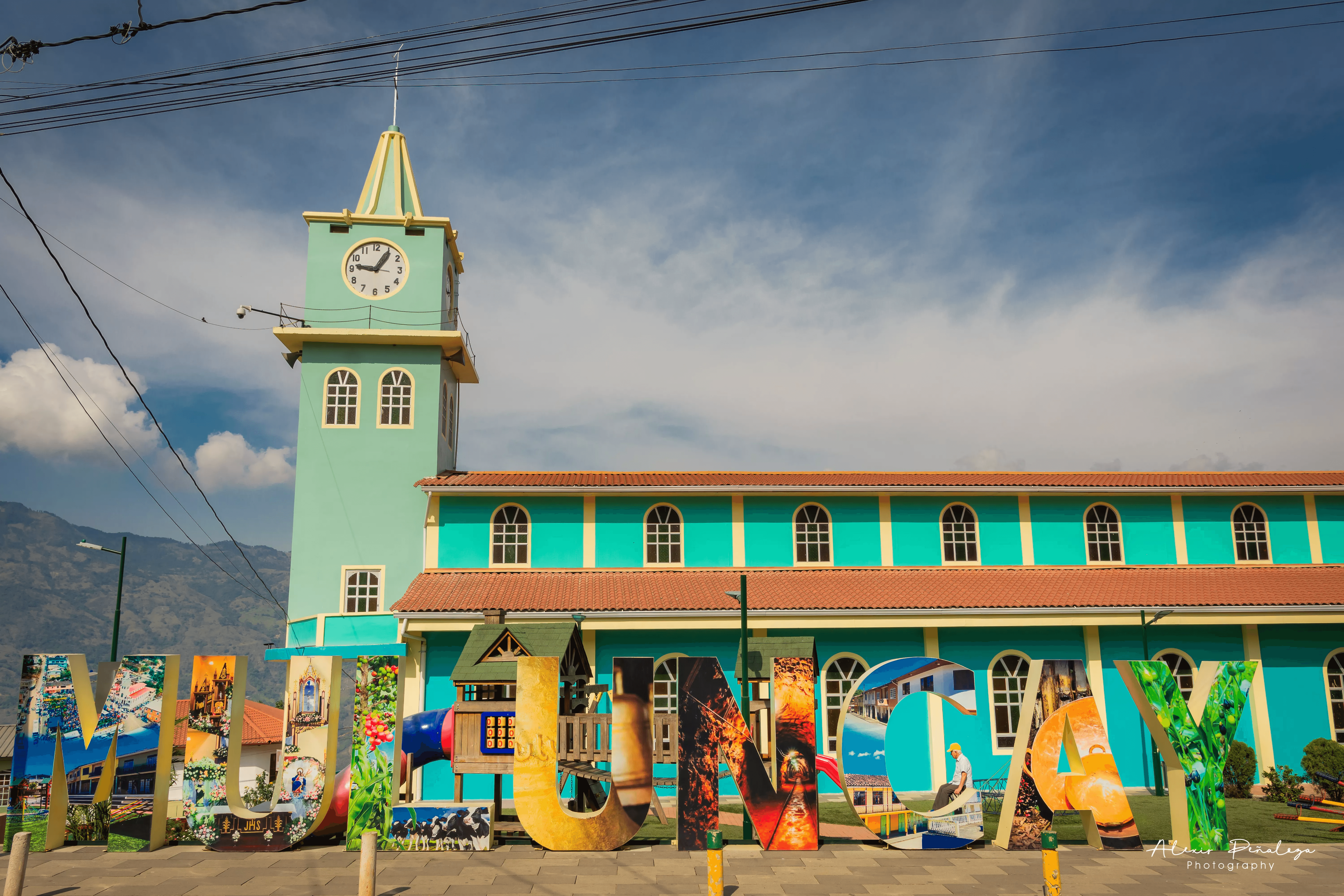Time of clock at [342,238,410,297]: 9:05
